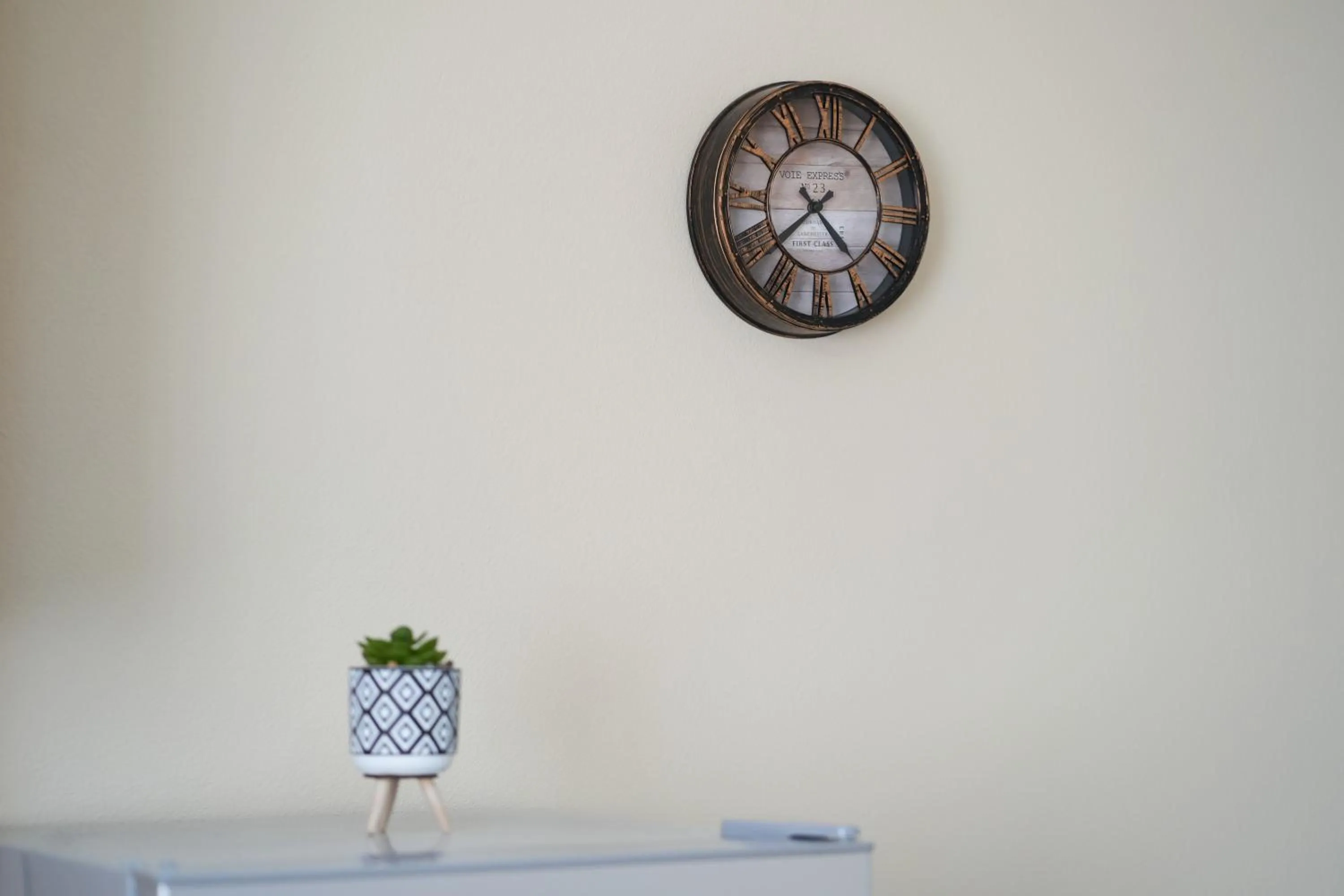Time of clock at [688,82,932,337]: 4:37
